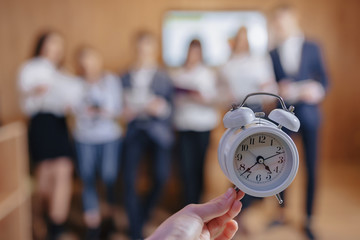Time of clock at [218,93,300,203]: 4:37
